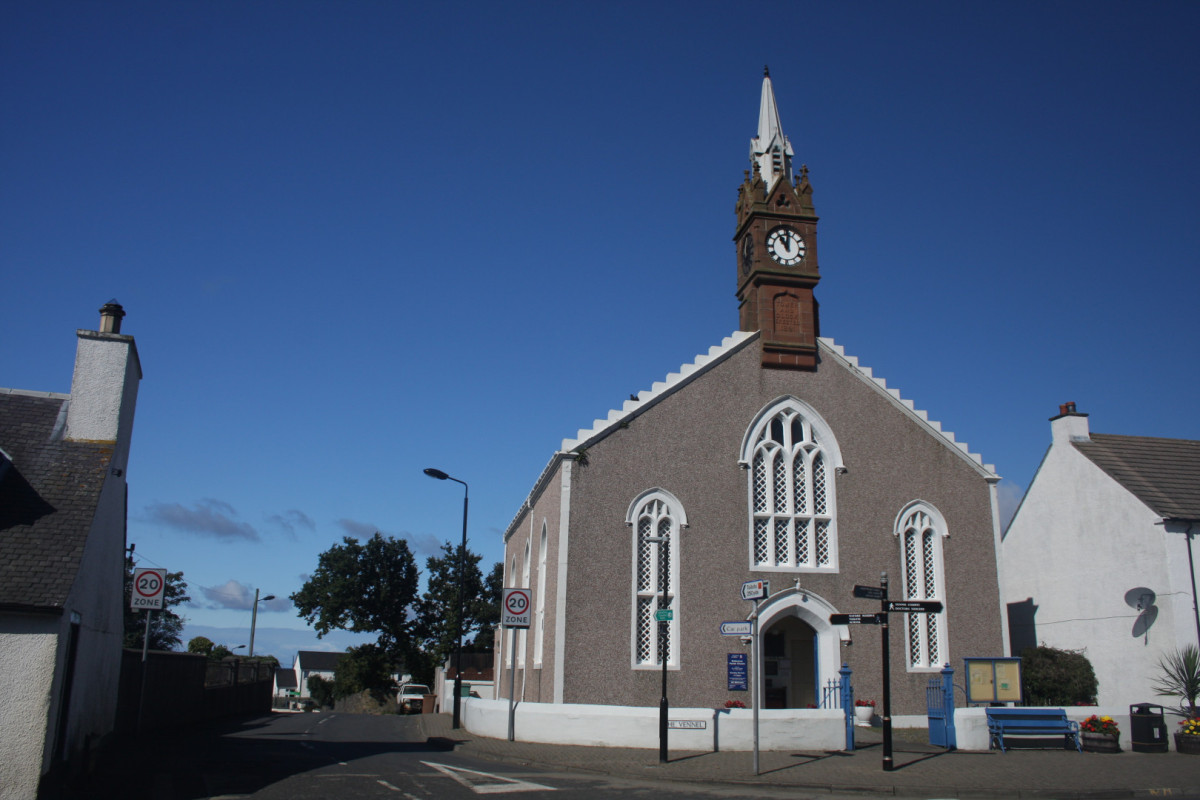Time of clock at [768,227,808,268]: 11:01
